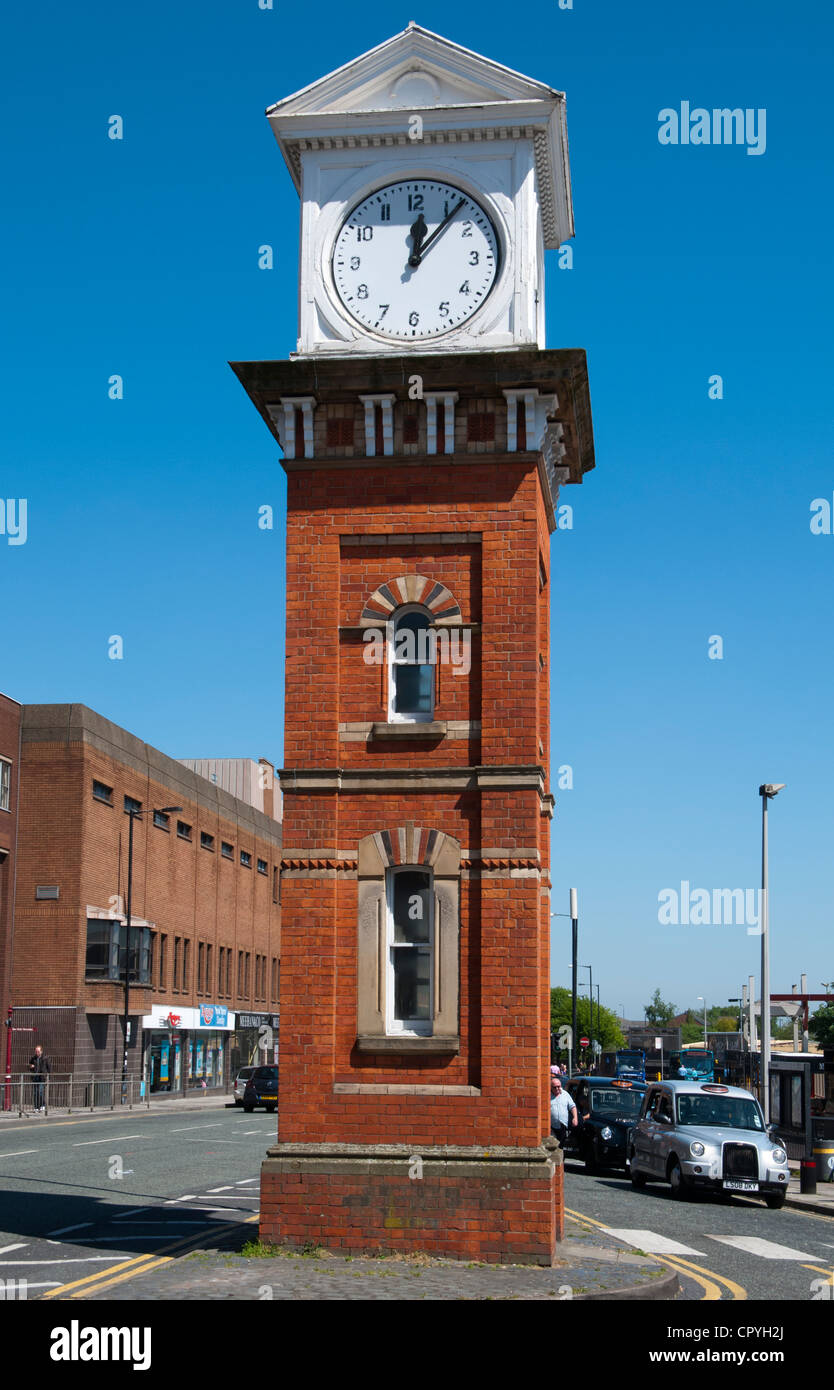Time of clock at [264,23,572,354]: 12:06
